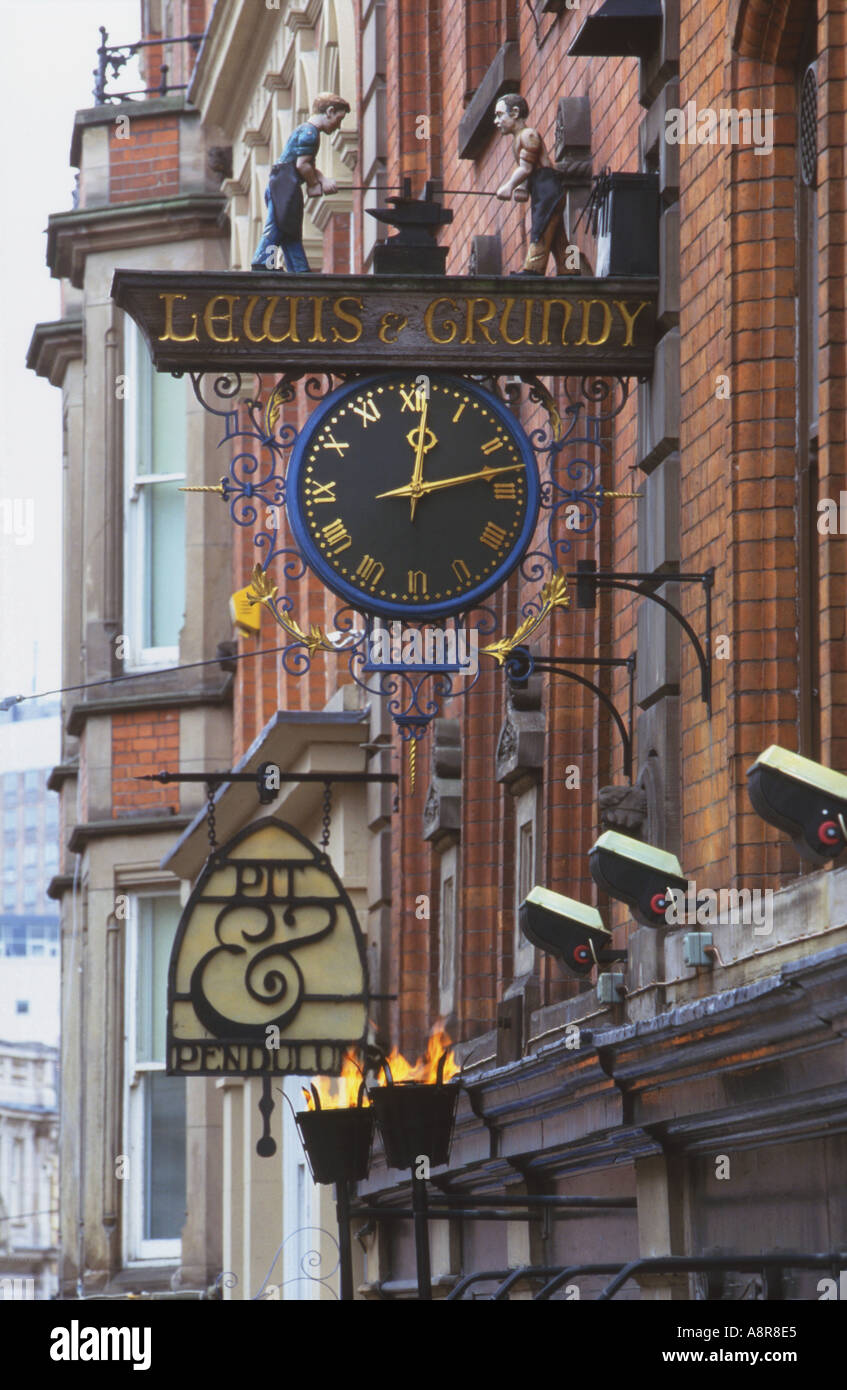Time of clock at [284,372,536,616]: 12:13
